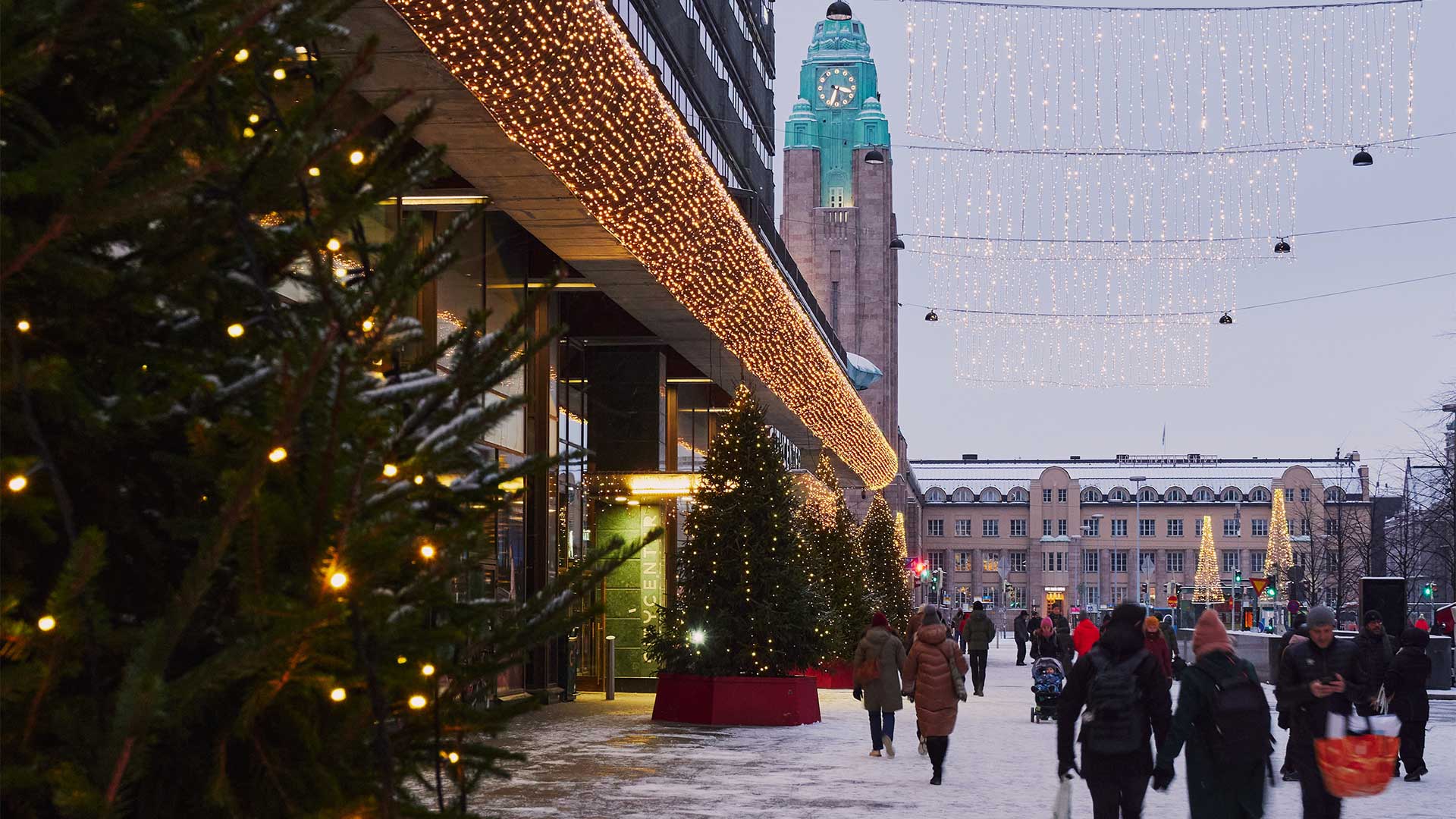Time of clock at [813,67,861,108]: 3:33
